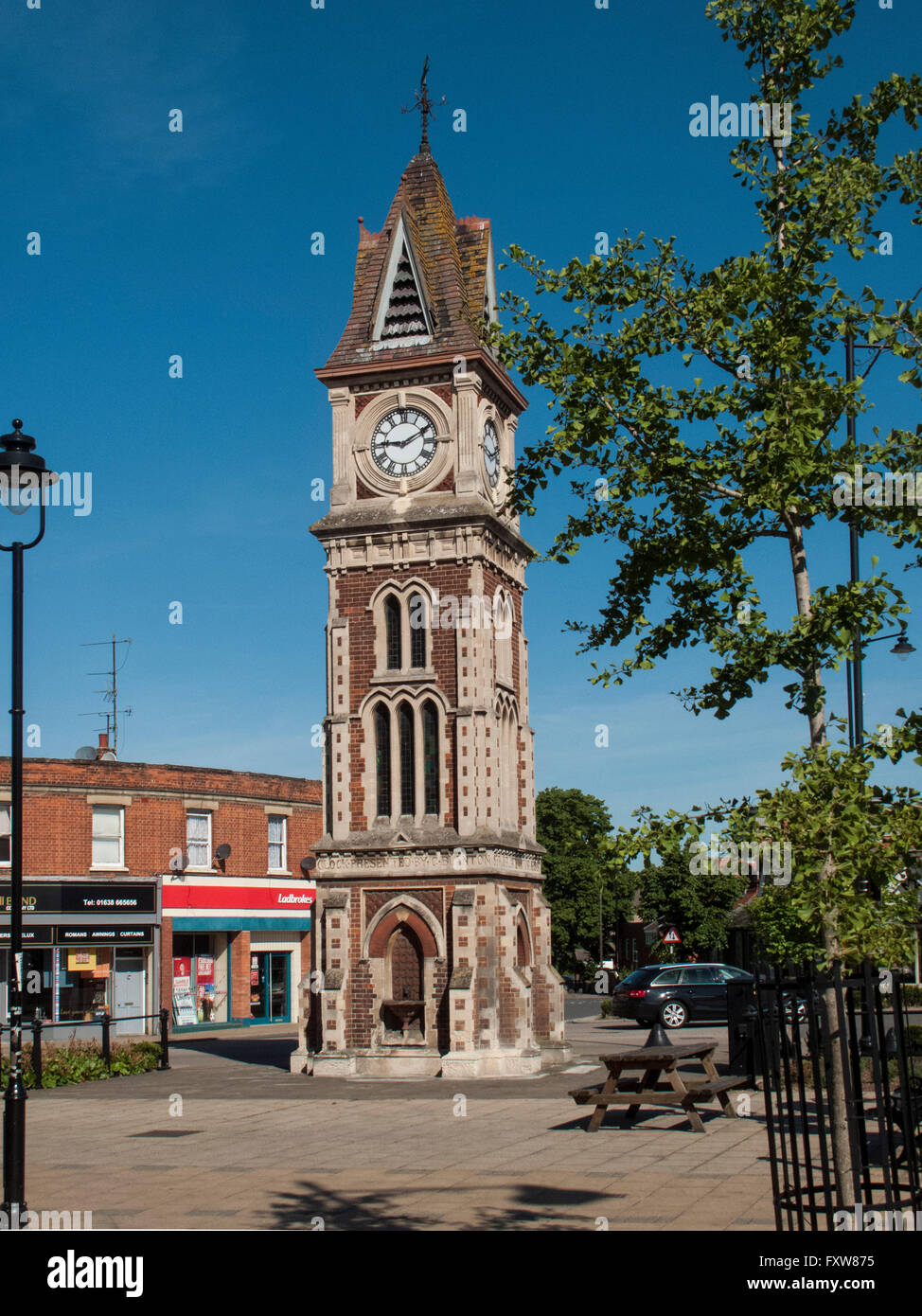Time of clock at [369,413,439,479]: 9:10
